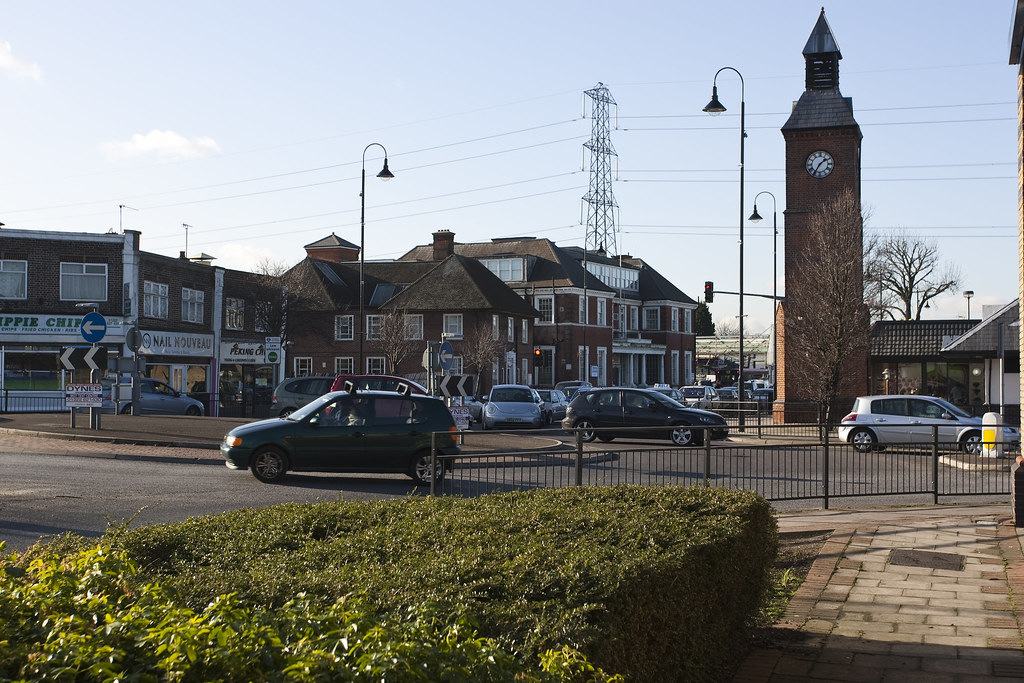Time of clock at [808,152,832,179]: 1:35
